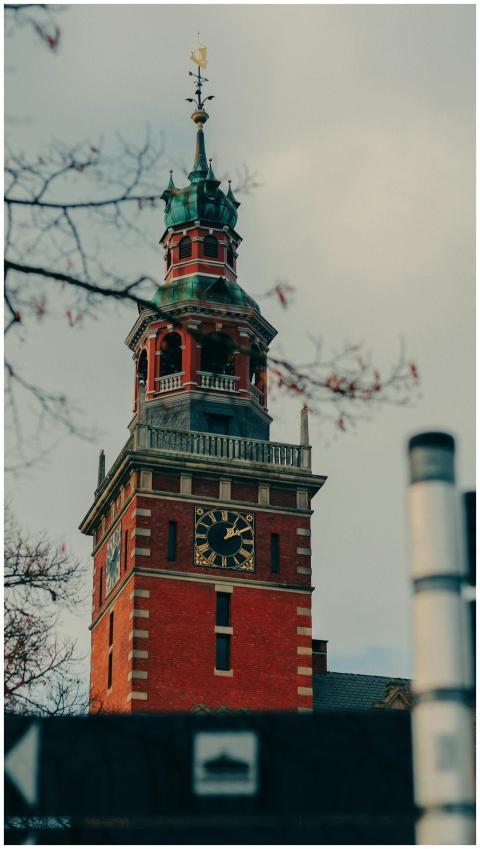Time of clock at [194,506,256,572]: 1:09
